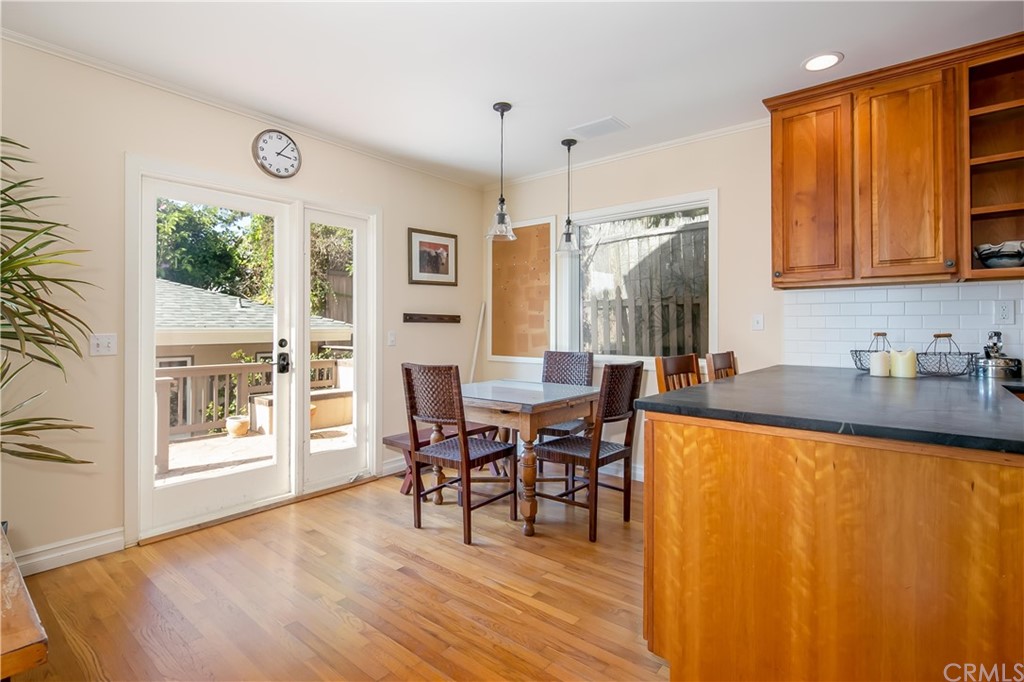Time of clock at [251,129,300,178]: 3:06
